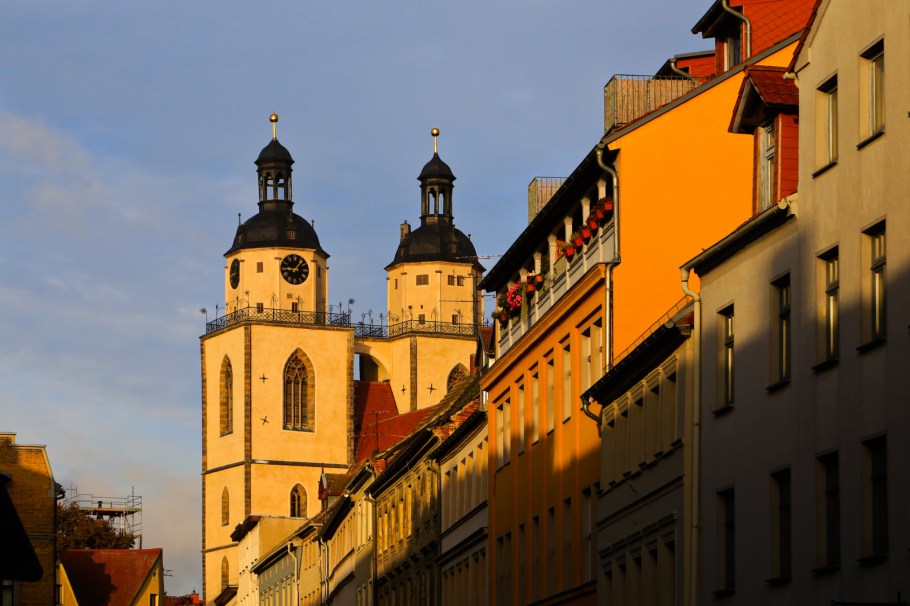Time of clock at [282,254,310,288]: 9:06
